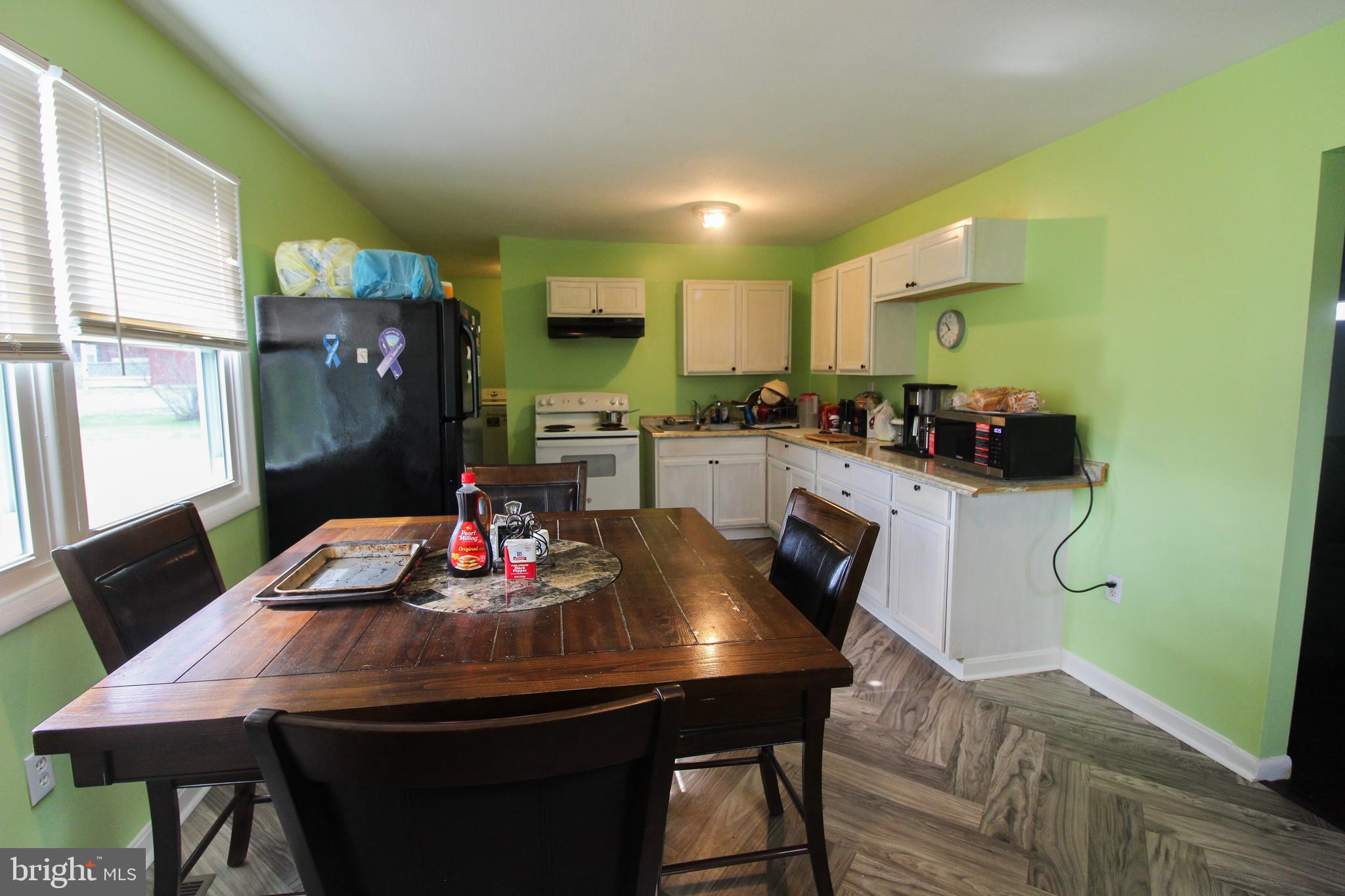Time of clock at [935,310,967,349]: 10:39
